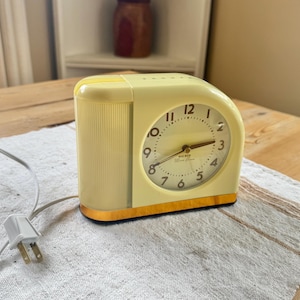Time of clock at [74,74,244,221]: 2:41
